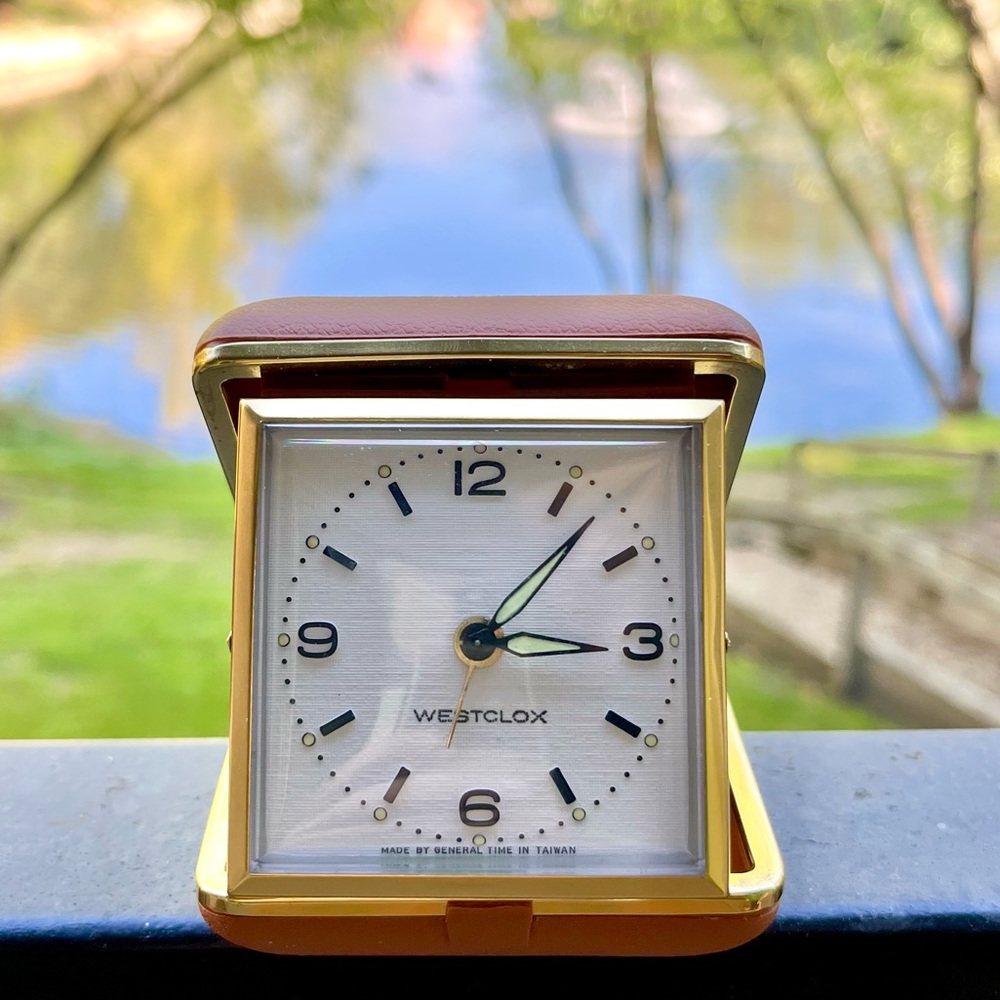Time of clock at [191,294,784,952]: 3:07
